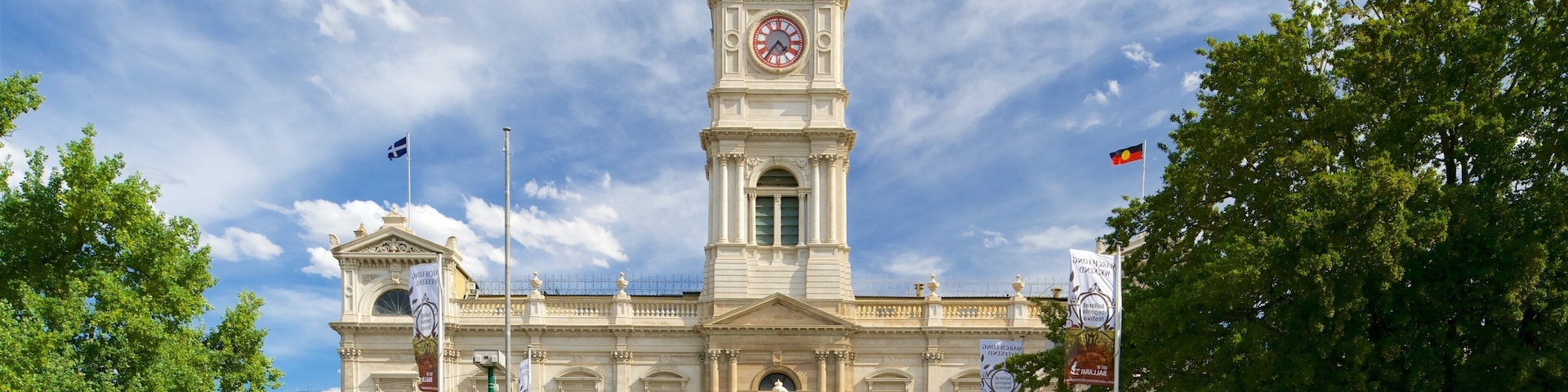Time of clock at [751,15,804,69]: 4:36
